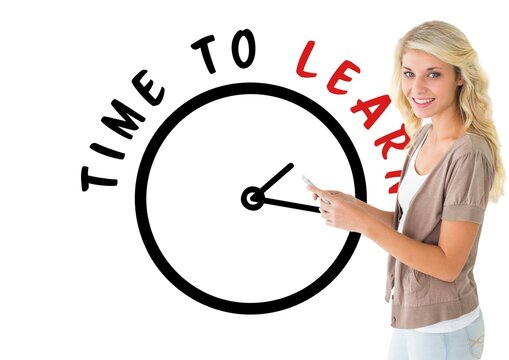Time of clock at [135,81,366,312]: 1:16
